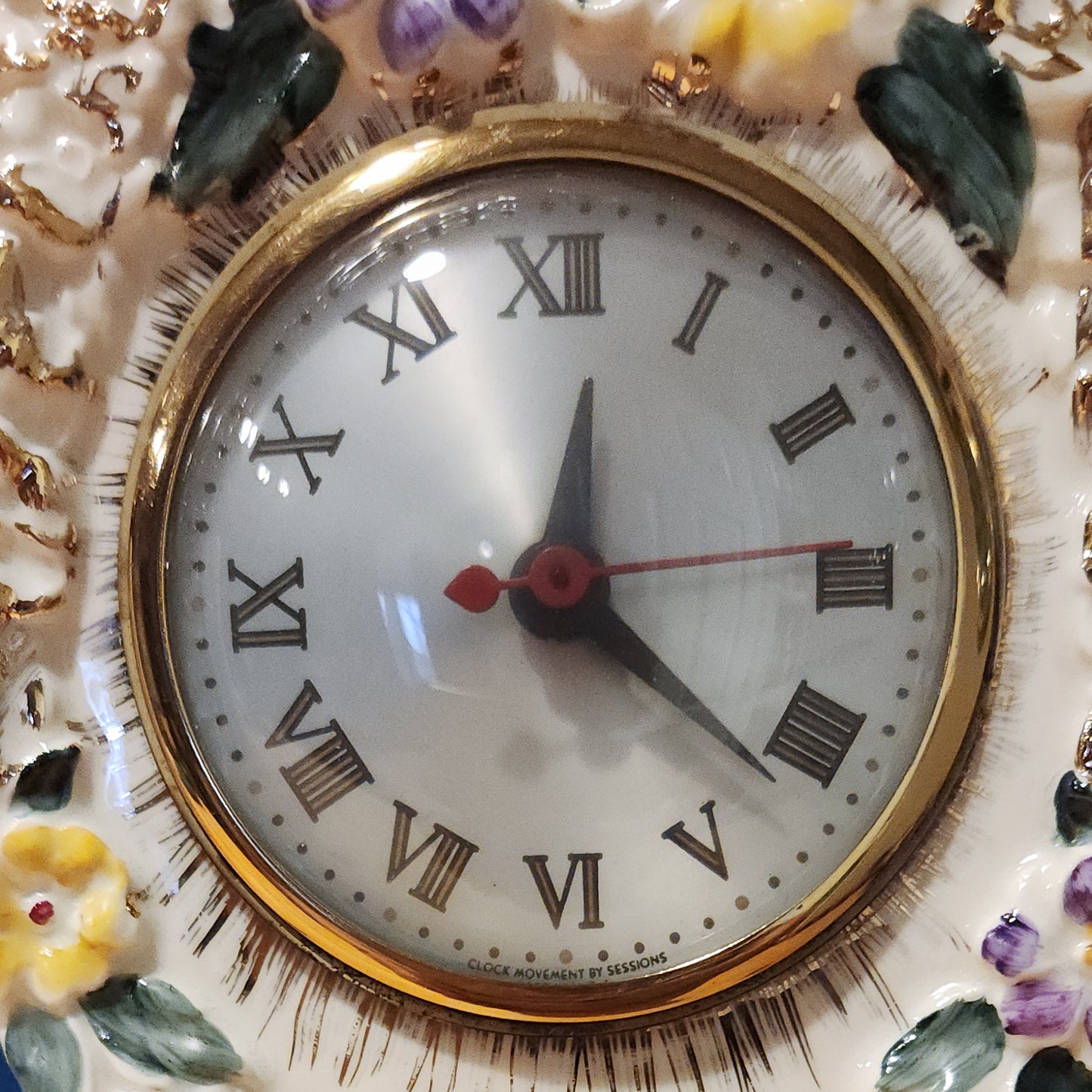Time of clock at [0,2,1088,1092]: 12:21
